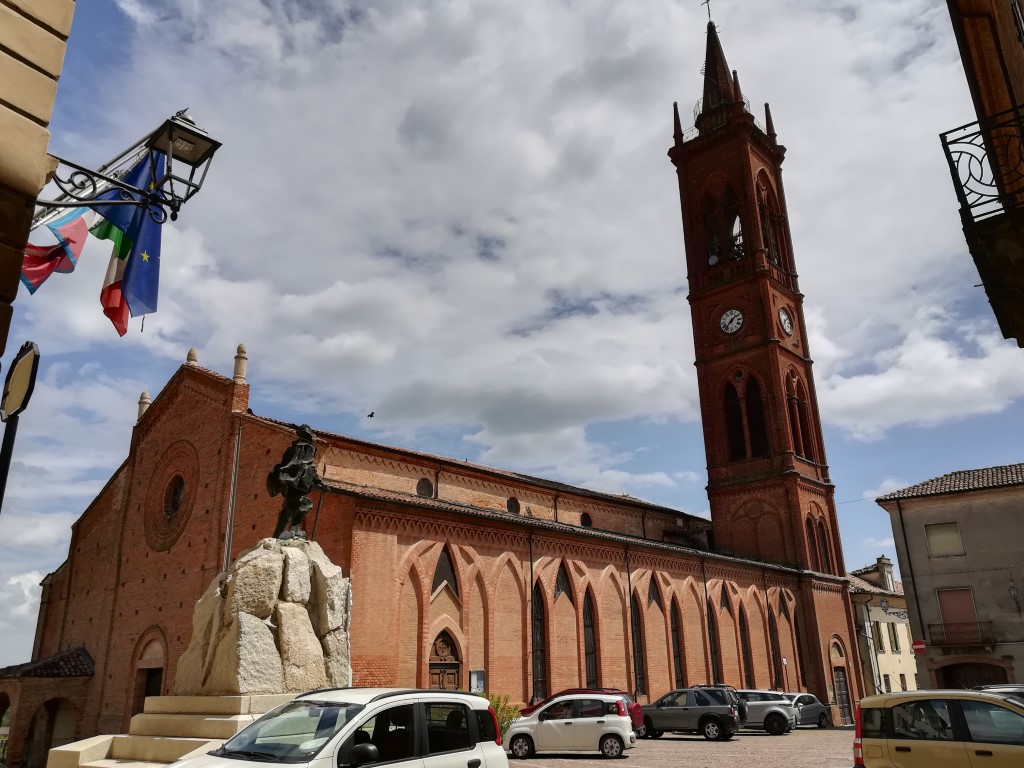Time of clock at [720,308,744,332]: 1:36
